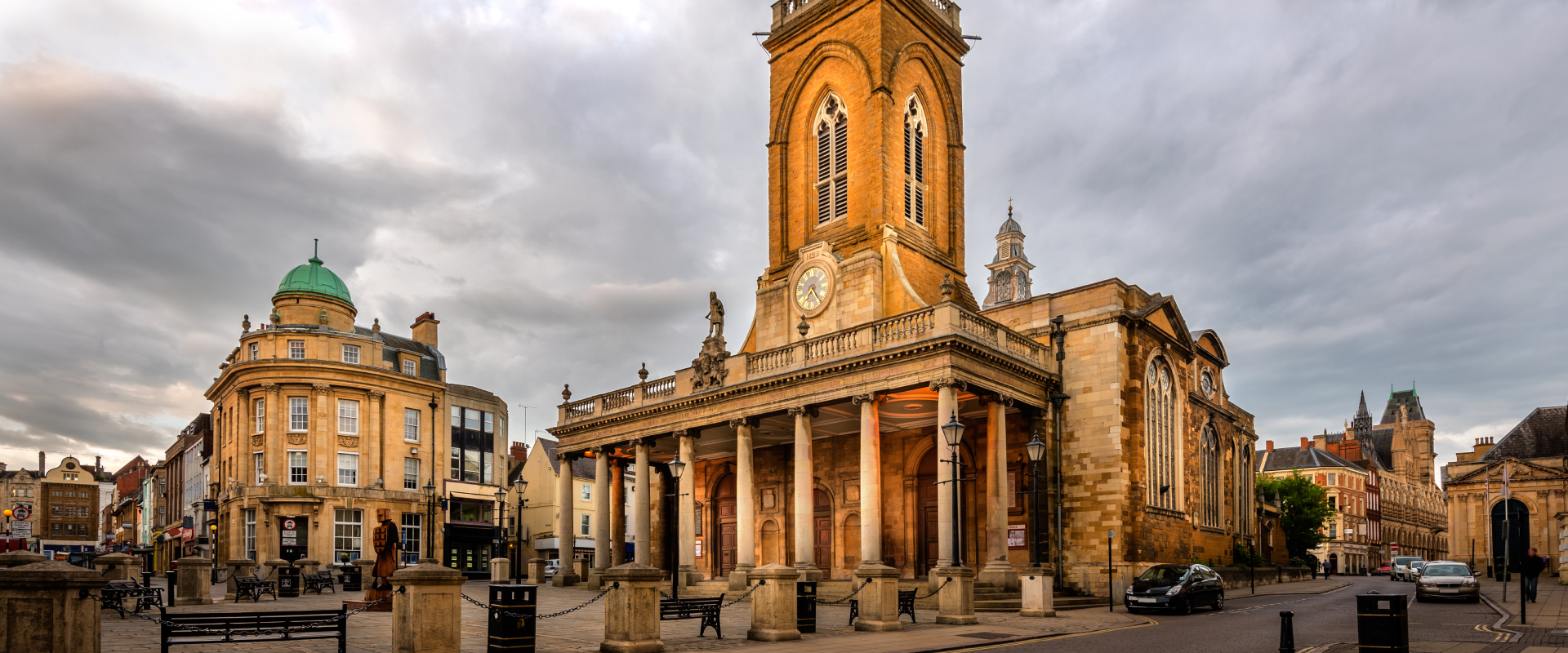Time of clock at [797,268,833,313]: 7:24
